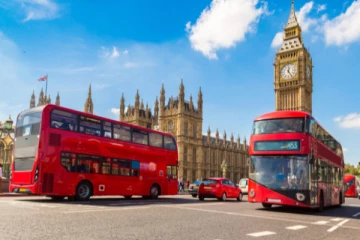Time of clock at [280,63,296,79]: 12:24
